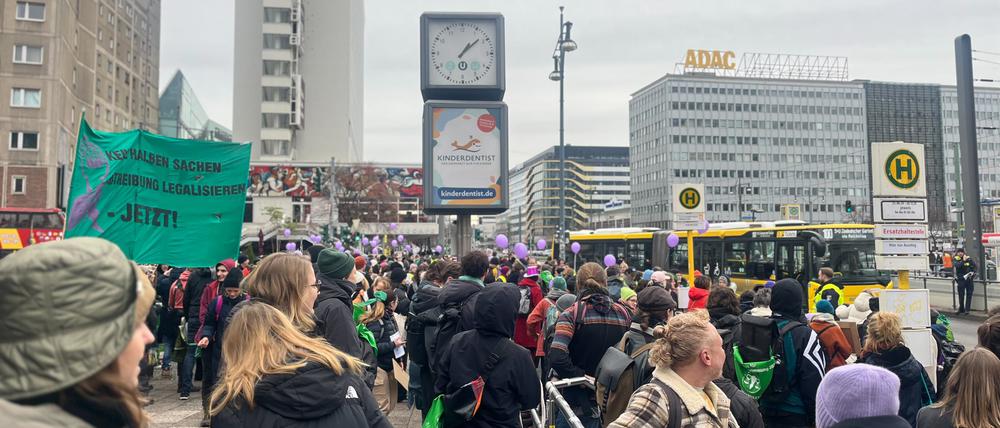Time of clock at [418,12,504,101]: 1:08
